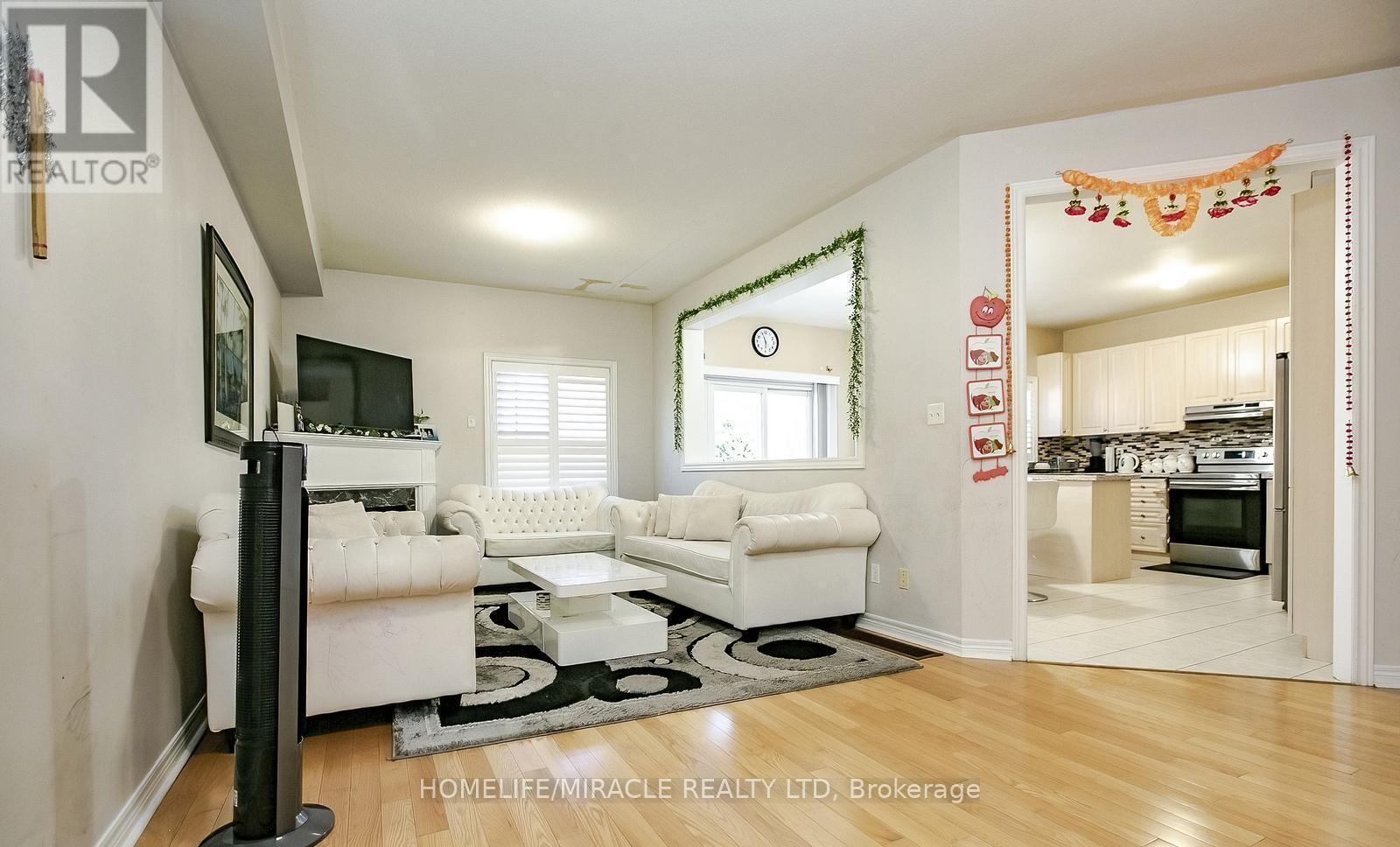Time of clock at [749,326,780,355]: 5:56
